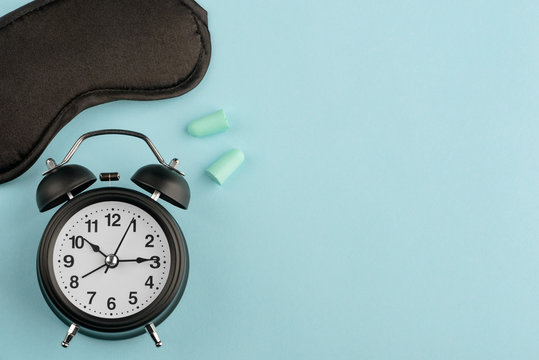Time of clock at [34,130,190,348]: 10:14
